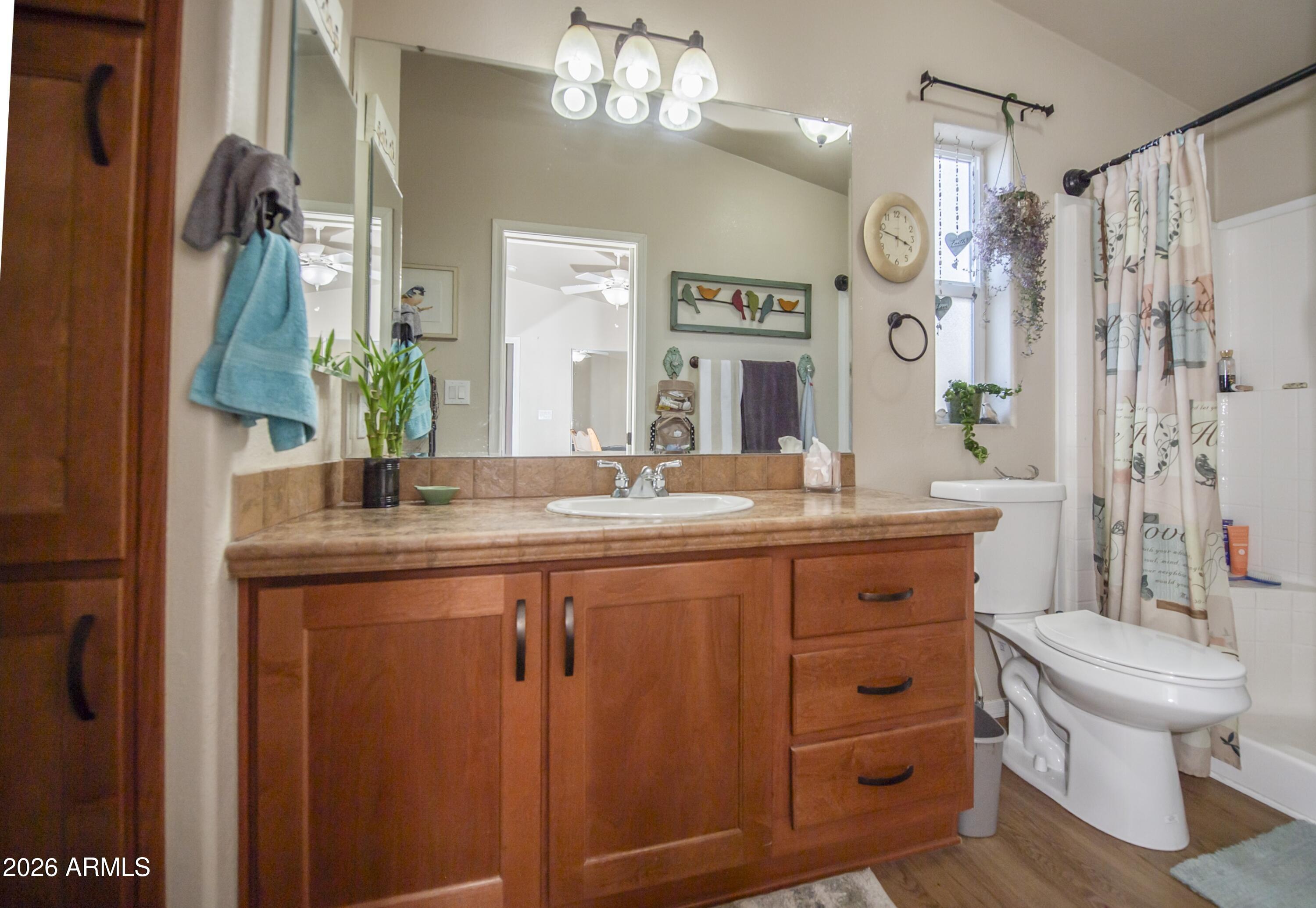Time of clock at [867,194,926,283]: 3:47
